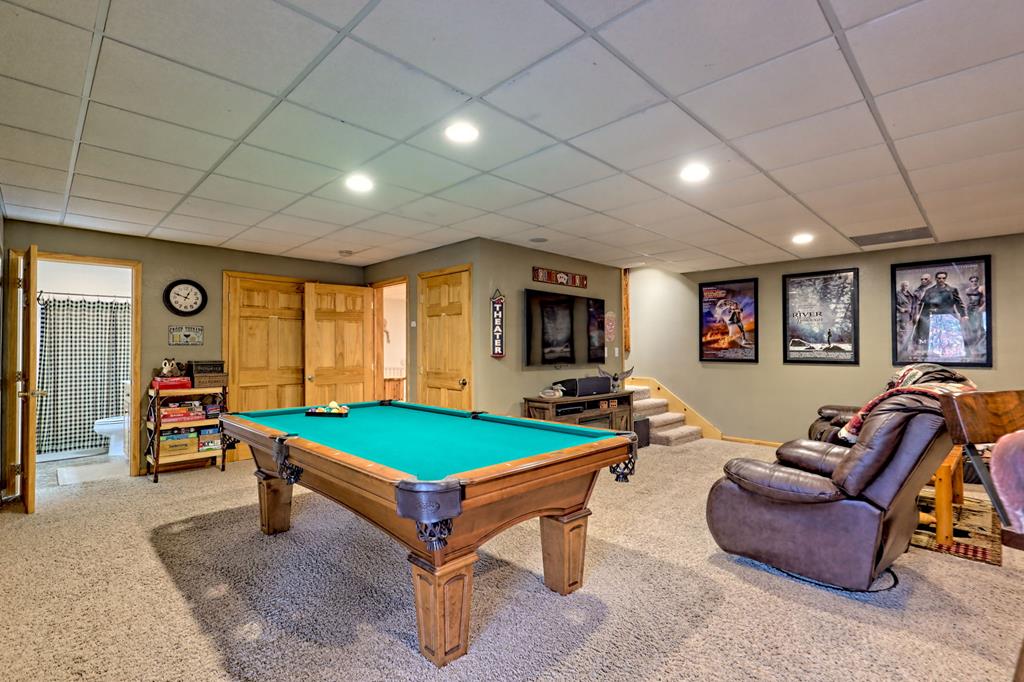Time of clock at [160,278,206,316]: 12:48
